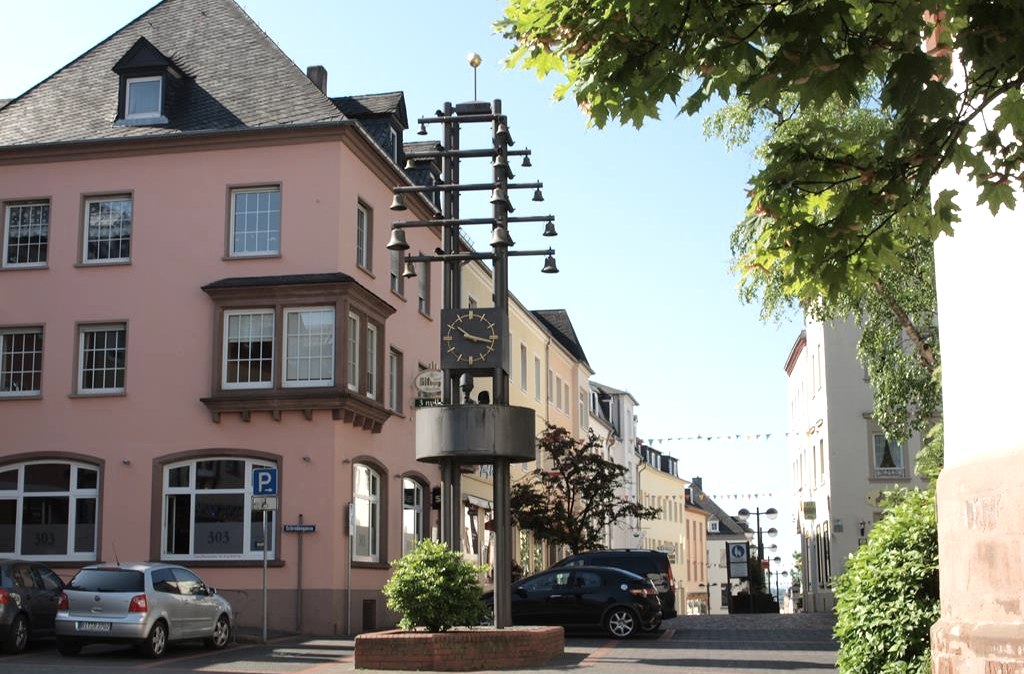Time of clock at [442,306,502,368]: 10:17
